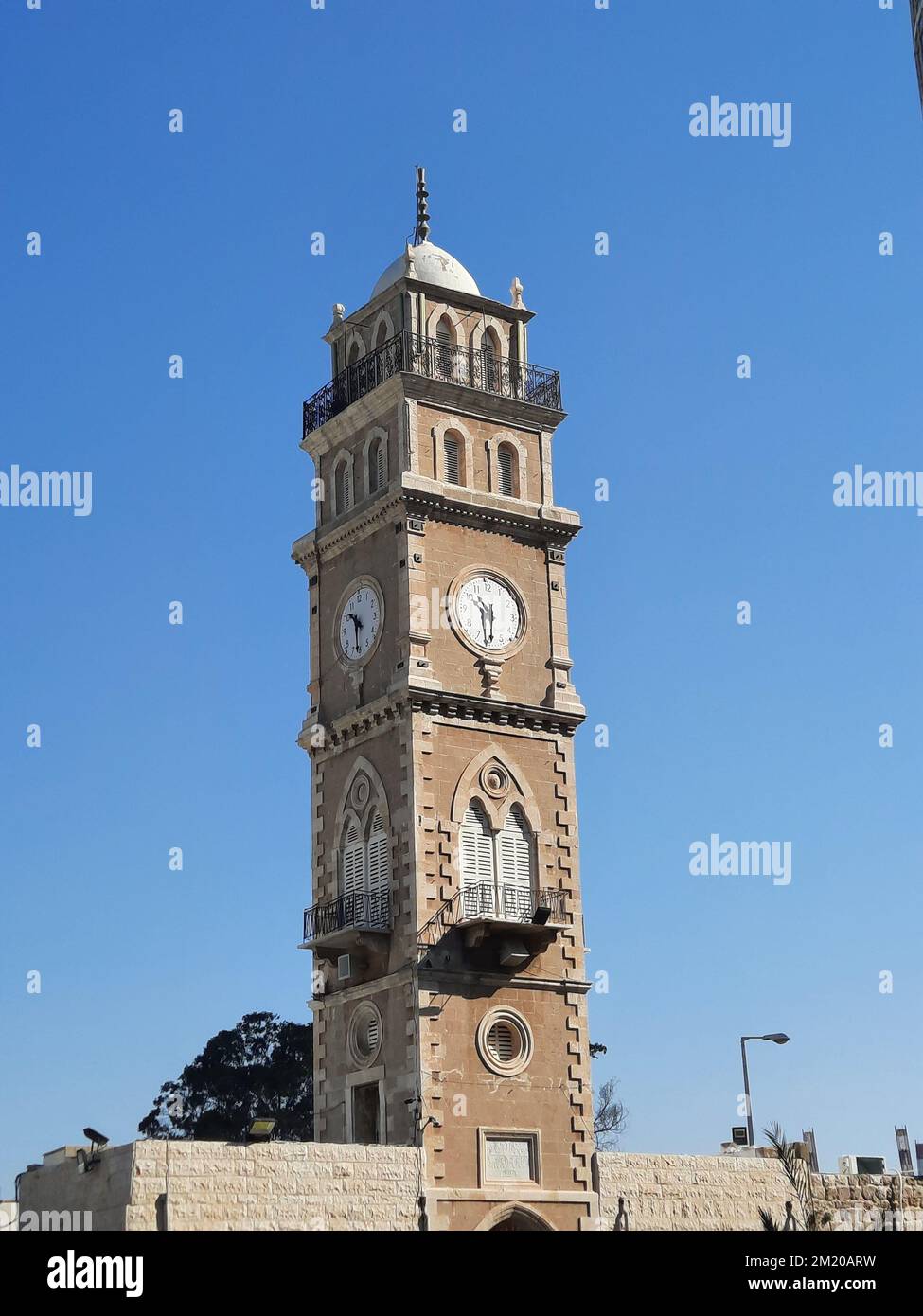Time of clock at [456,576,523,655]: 10:30
